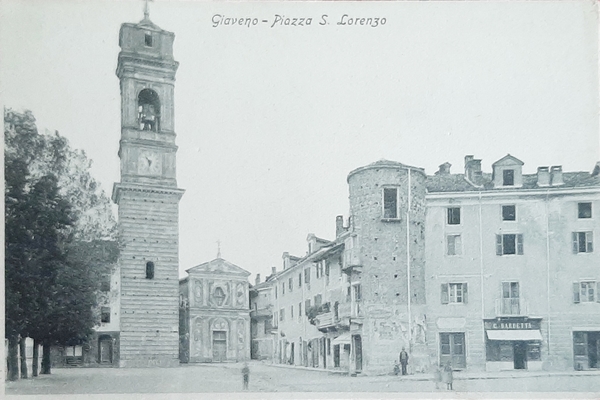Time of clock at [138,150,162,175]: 10:32
